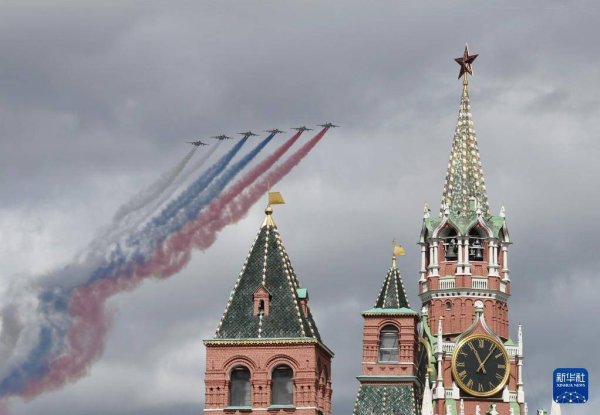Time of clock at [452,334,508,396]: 11:06
